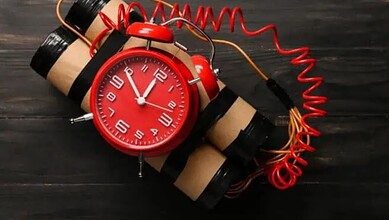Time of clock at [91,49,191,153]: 12:54
